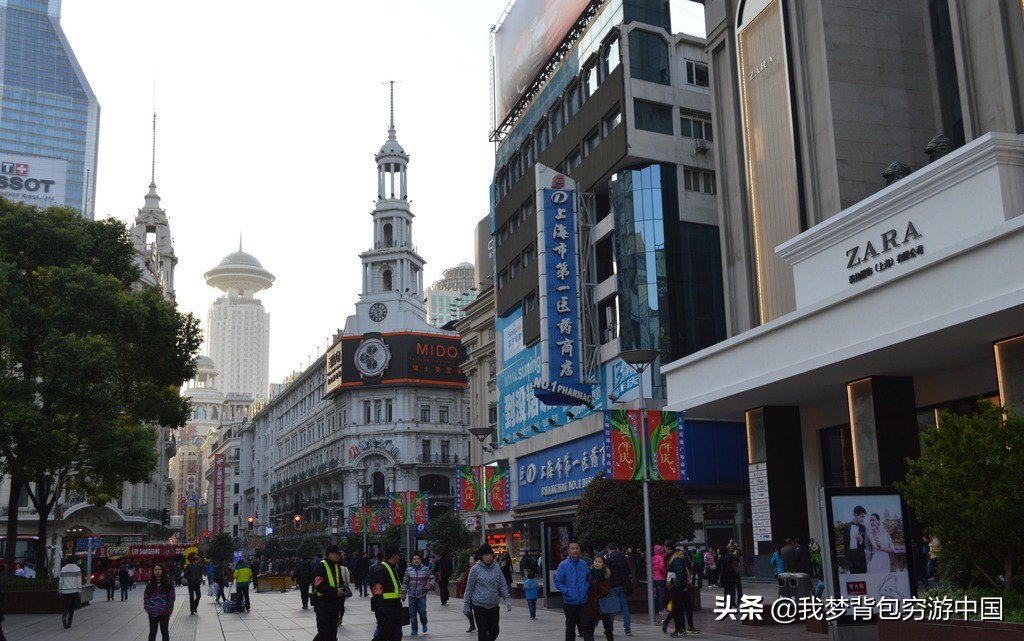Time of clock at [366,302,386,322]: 5:59
